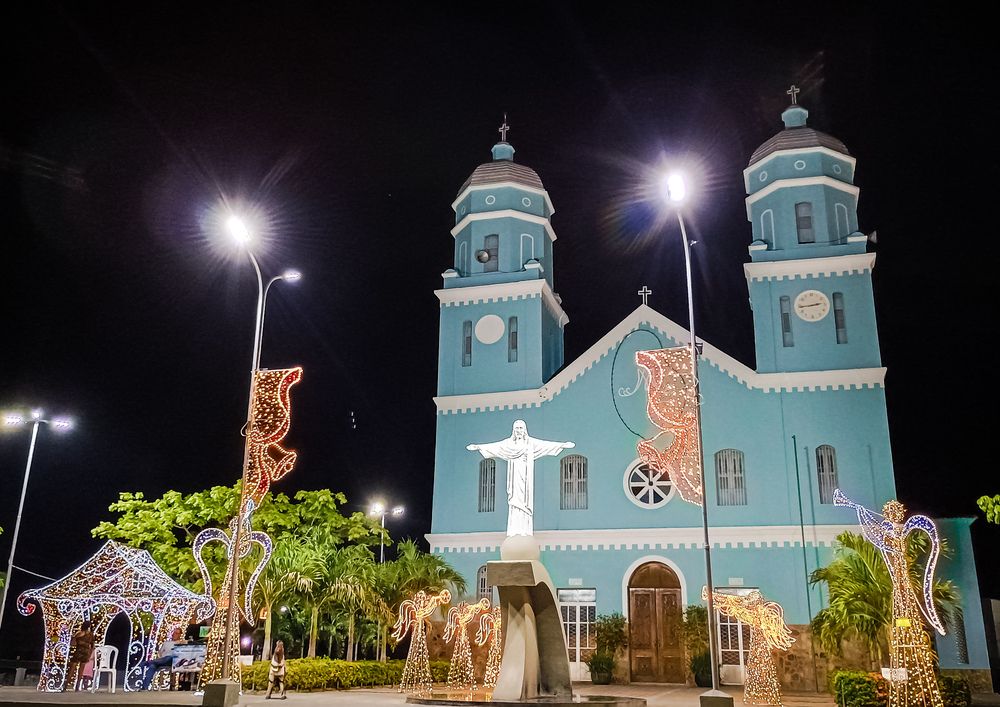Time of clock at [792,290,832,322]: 2:43
